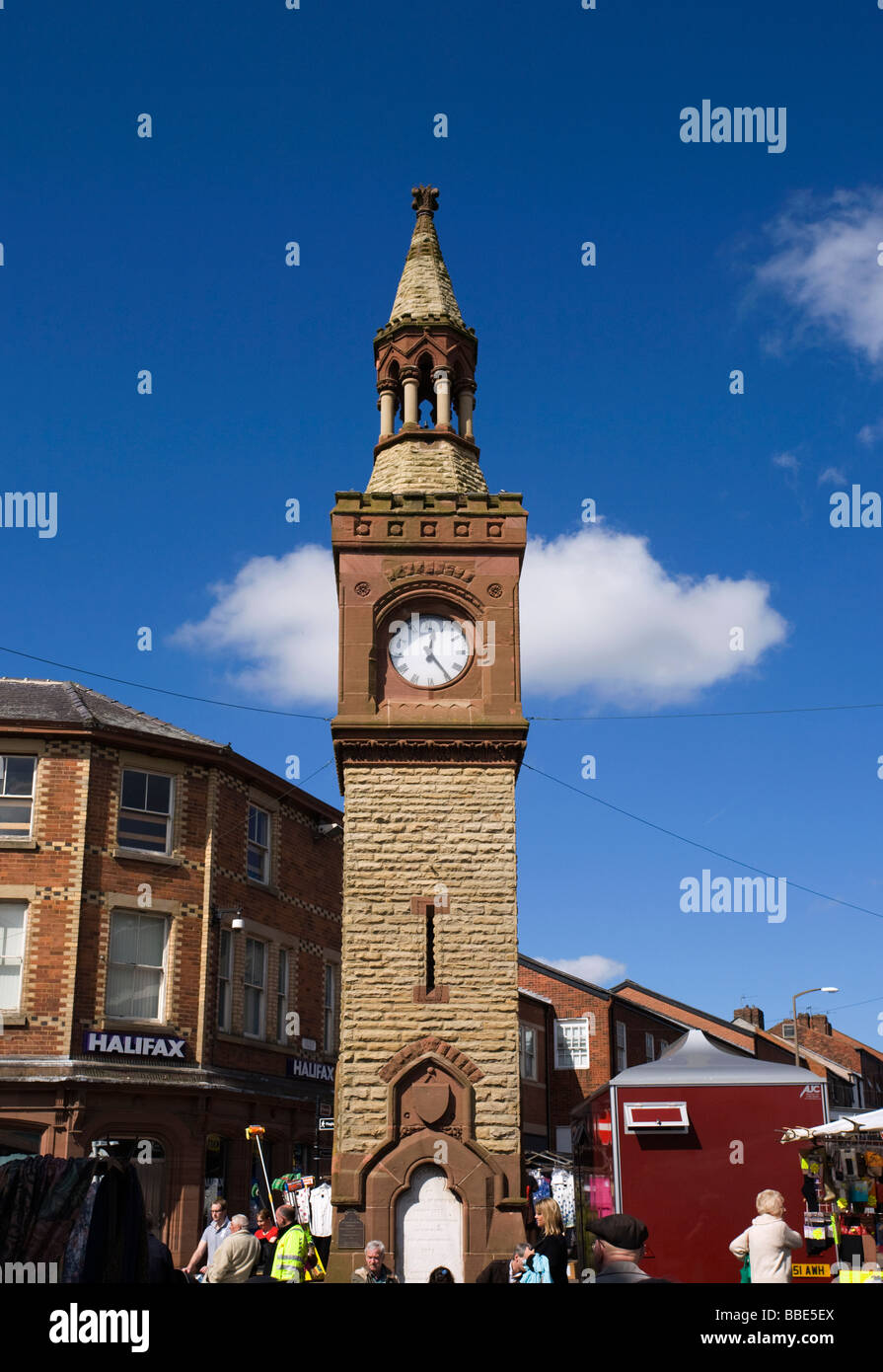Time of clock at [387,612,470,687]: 12:24
